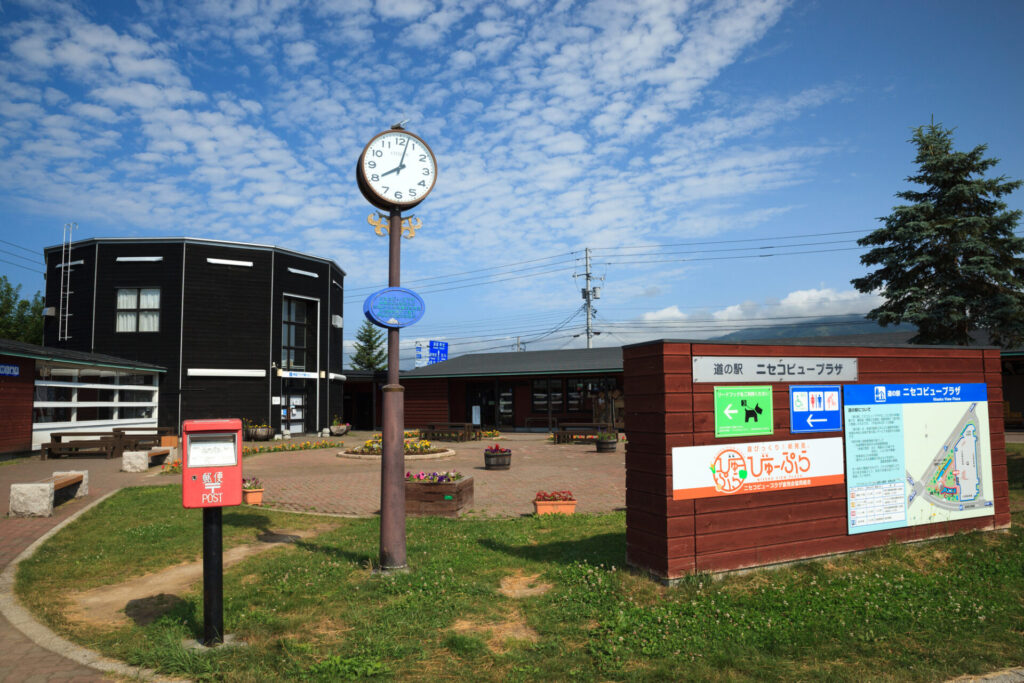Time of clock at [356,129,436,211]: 8:02
